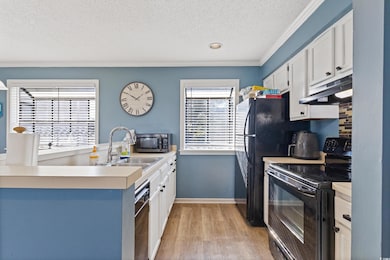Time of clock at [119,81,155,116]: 1:50
